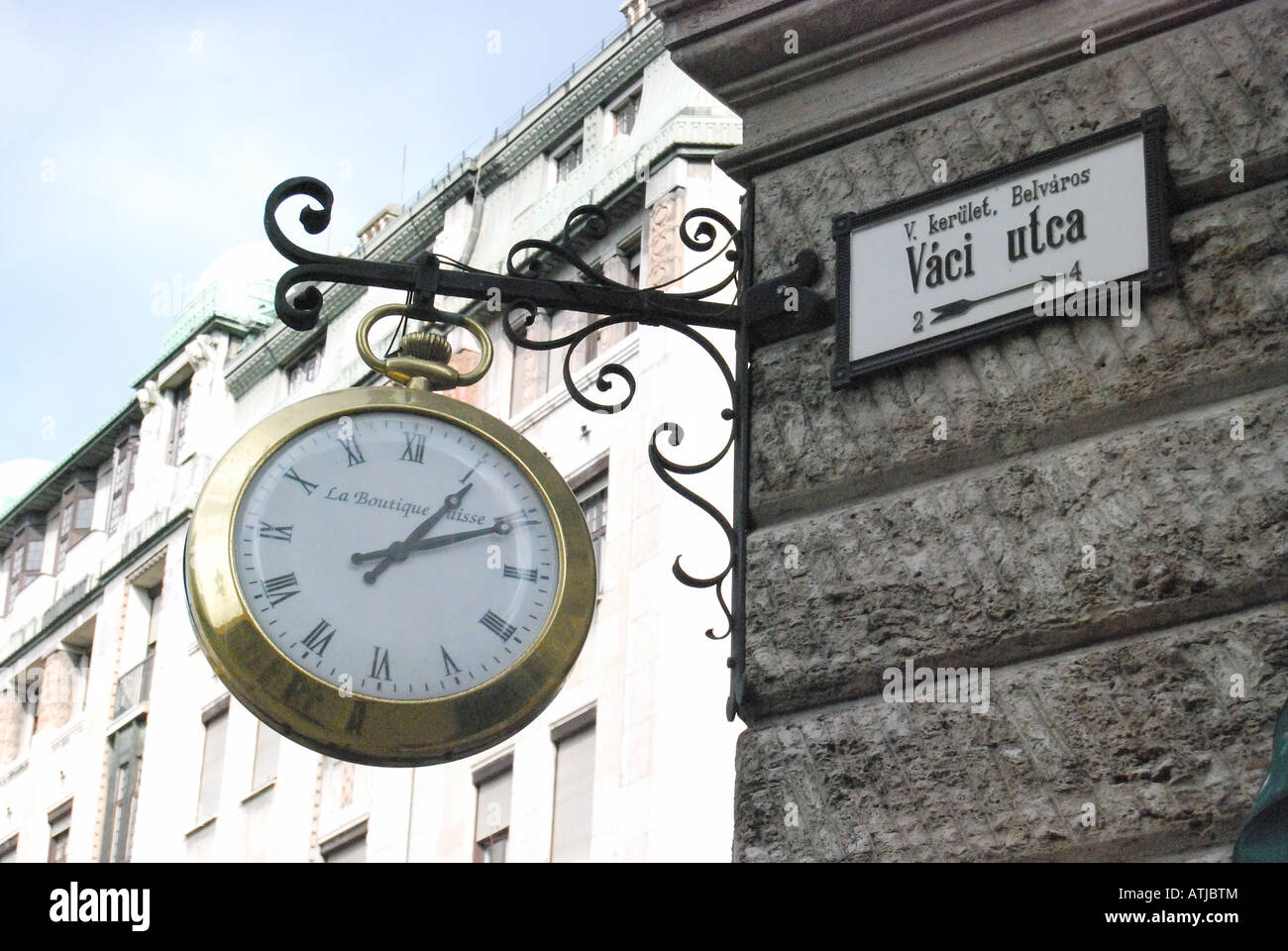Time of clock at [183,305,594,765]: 1:10
